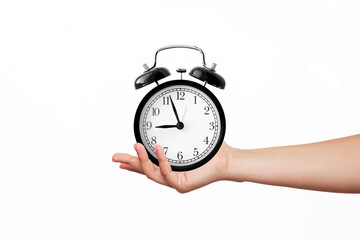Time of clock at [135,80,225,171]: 8:56
